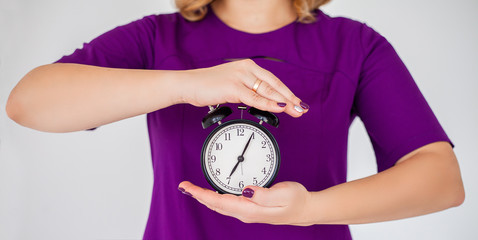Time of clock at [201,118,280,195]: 7:04
